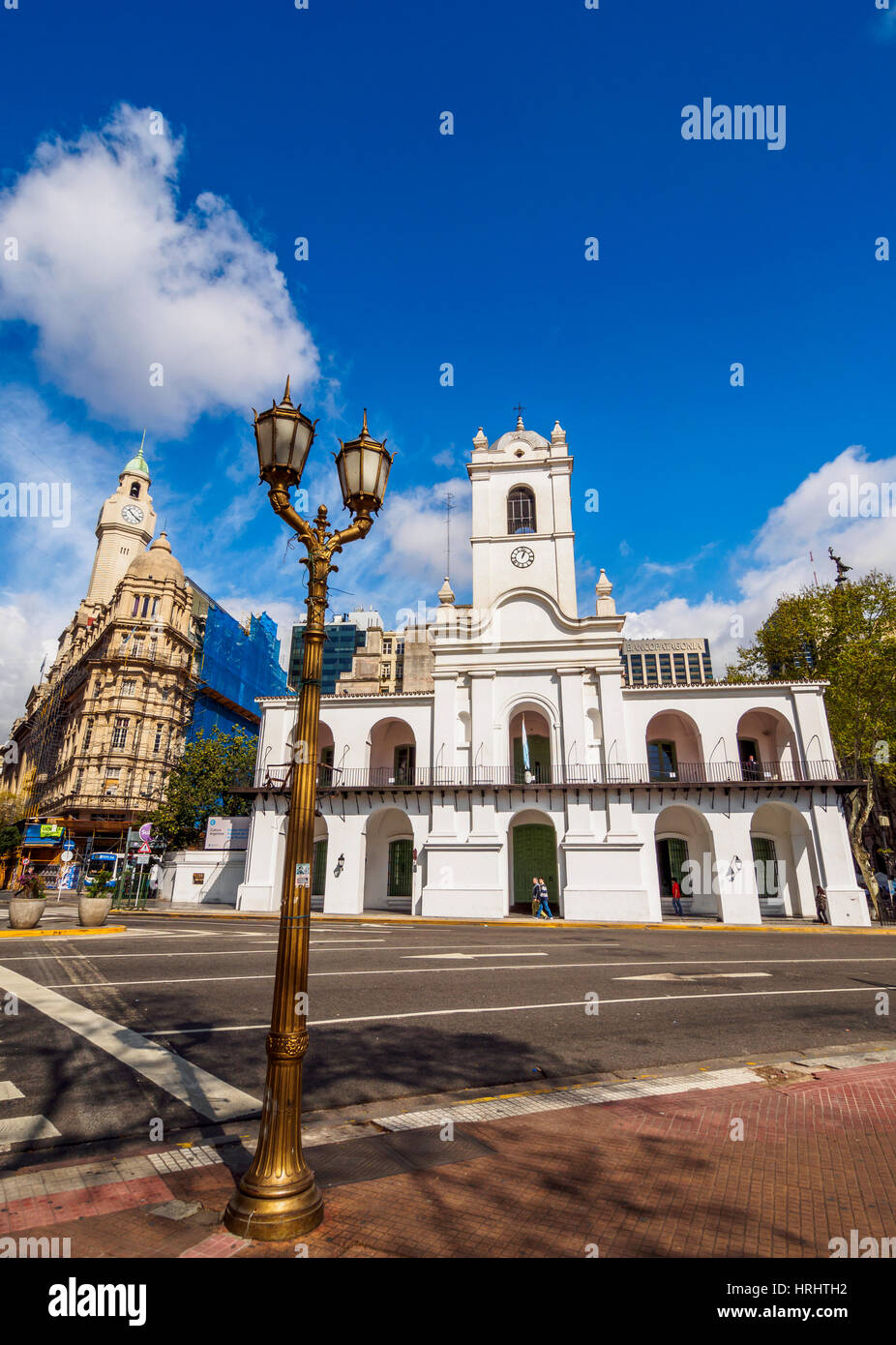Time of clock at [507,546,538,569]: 1:02
